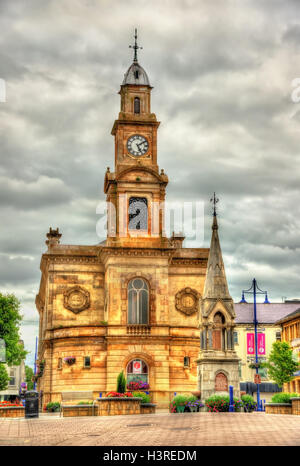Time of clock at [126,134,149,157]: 5:09
